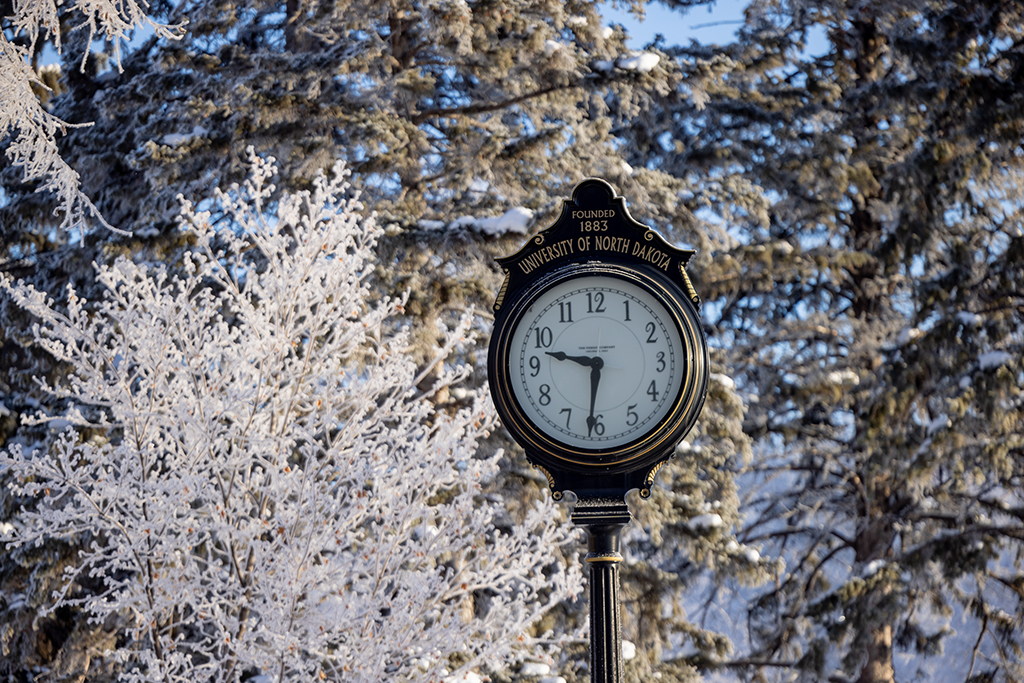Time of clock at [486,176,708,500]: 9:31
